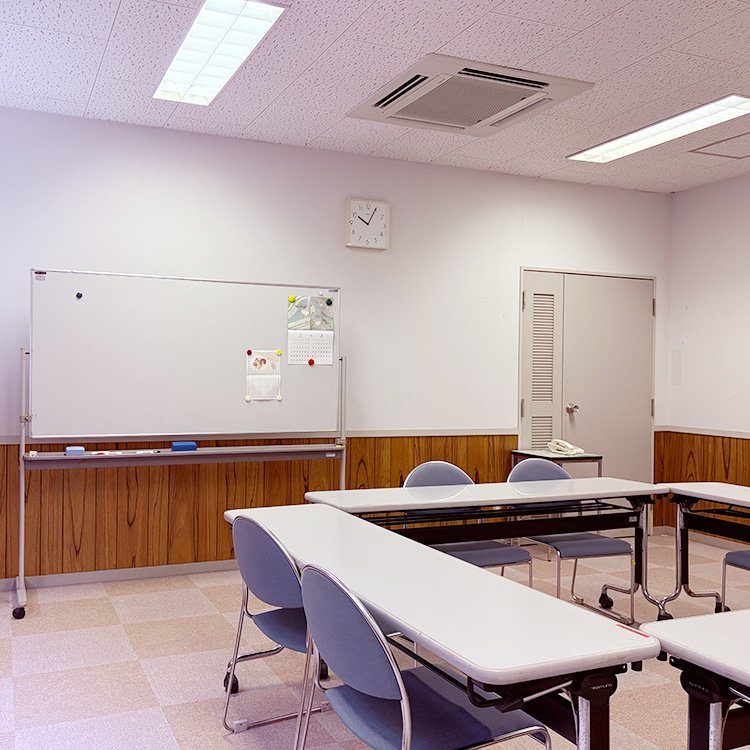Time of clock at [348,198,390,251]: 10:04
